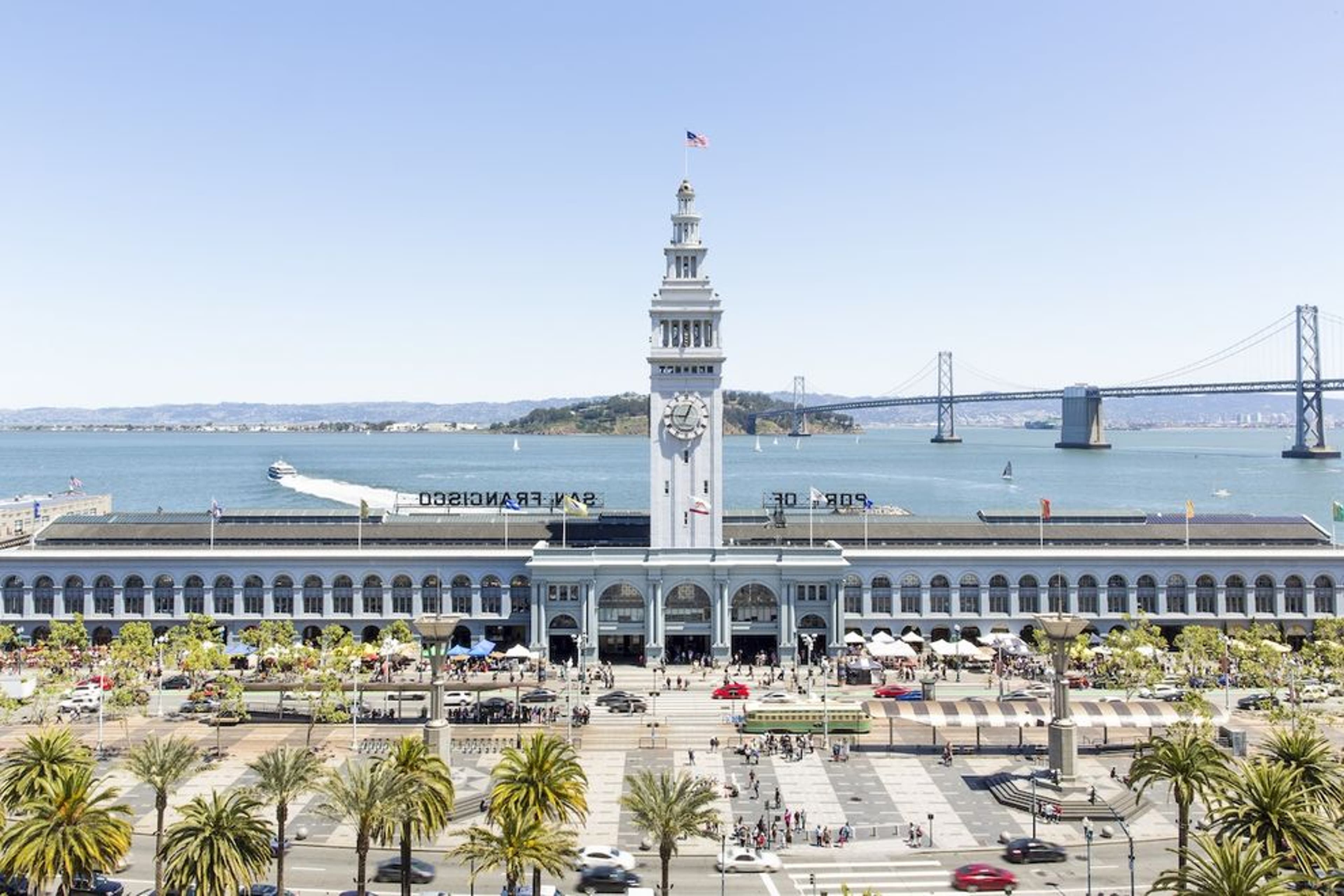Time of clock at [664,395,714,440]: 12:46
